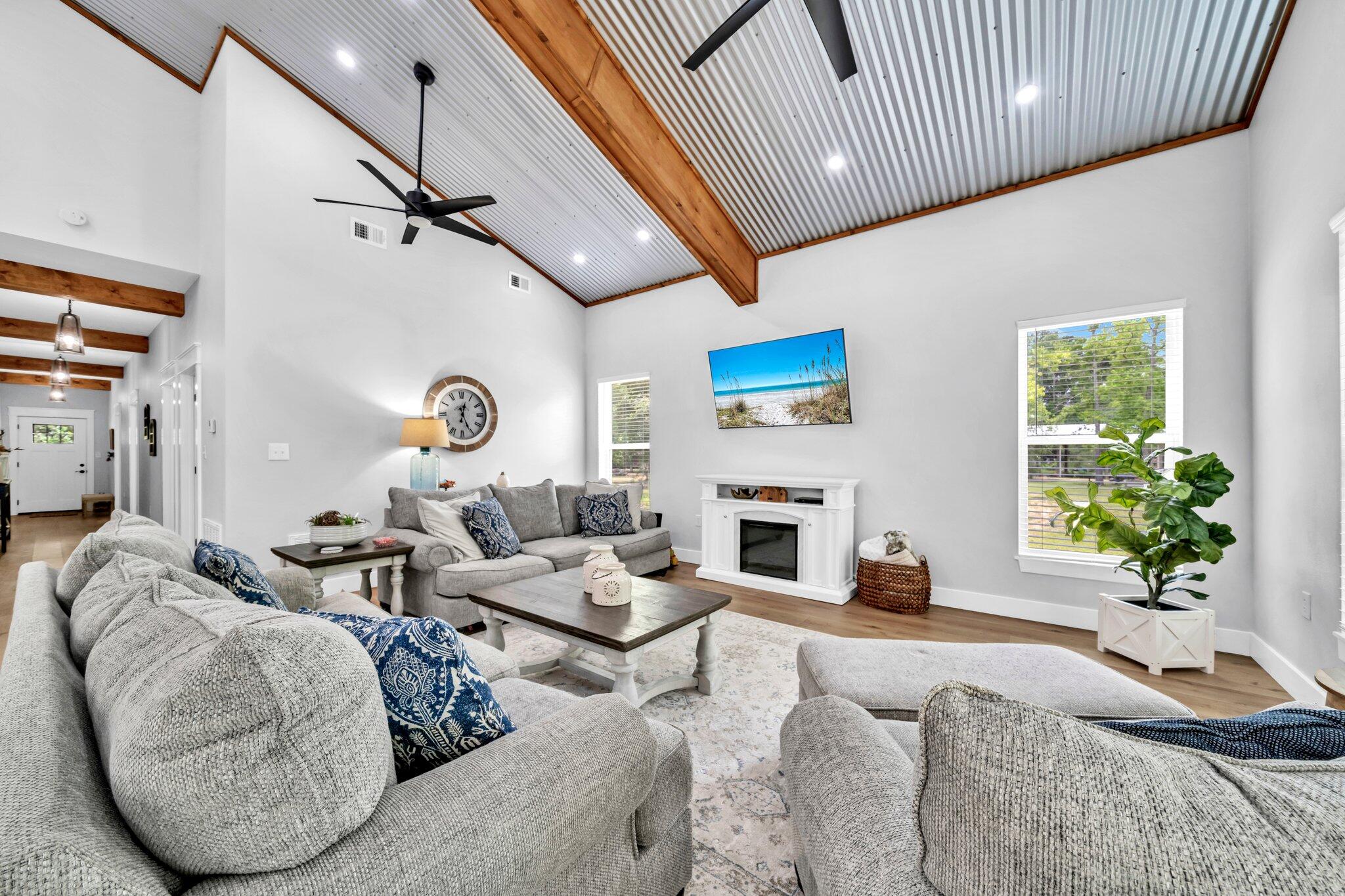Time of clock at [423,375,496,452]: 12:25
